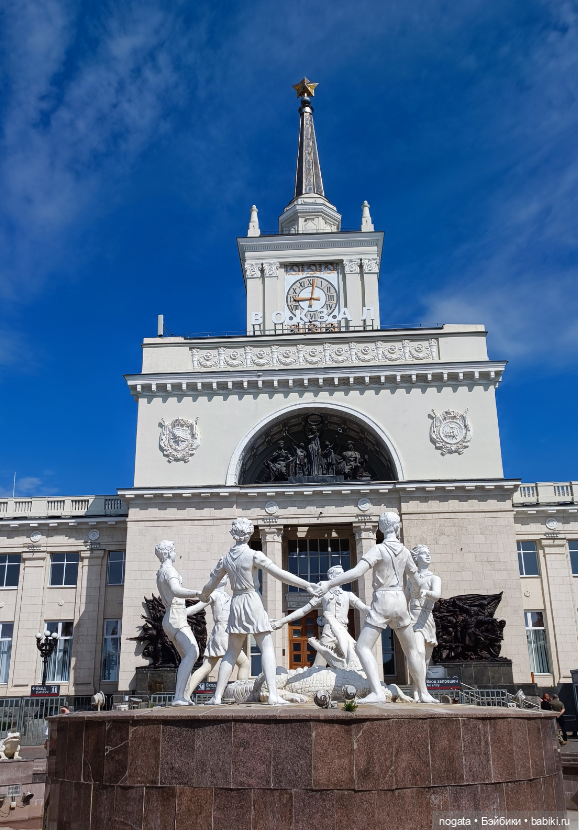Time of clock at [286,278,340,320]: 9:01
